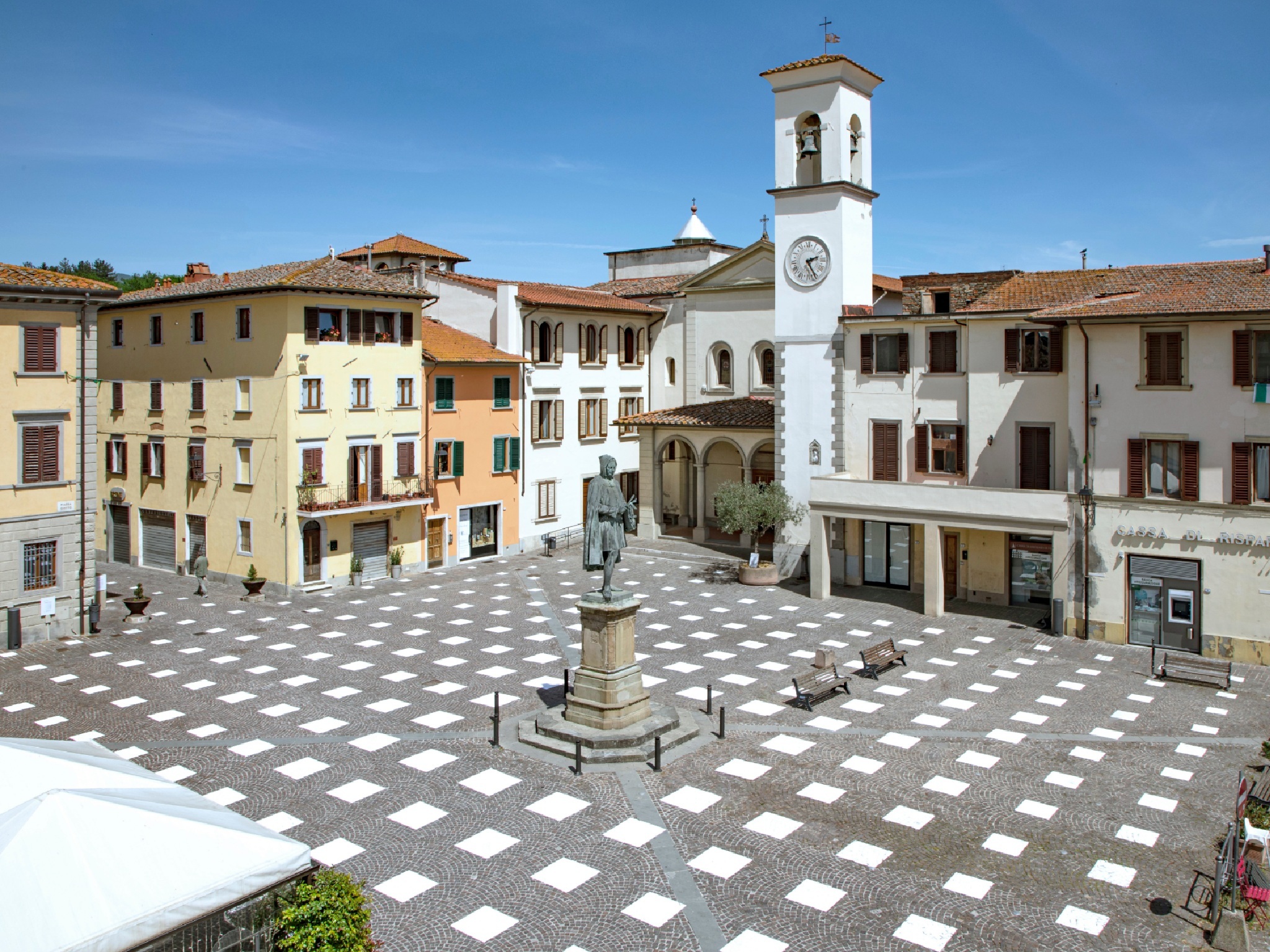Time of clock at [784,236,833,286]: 2:25
